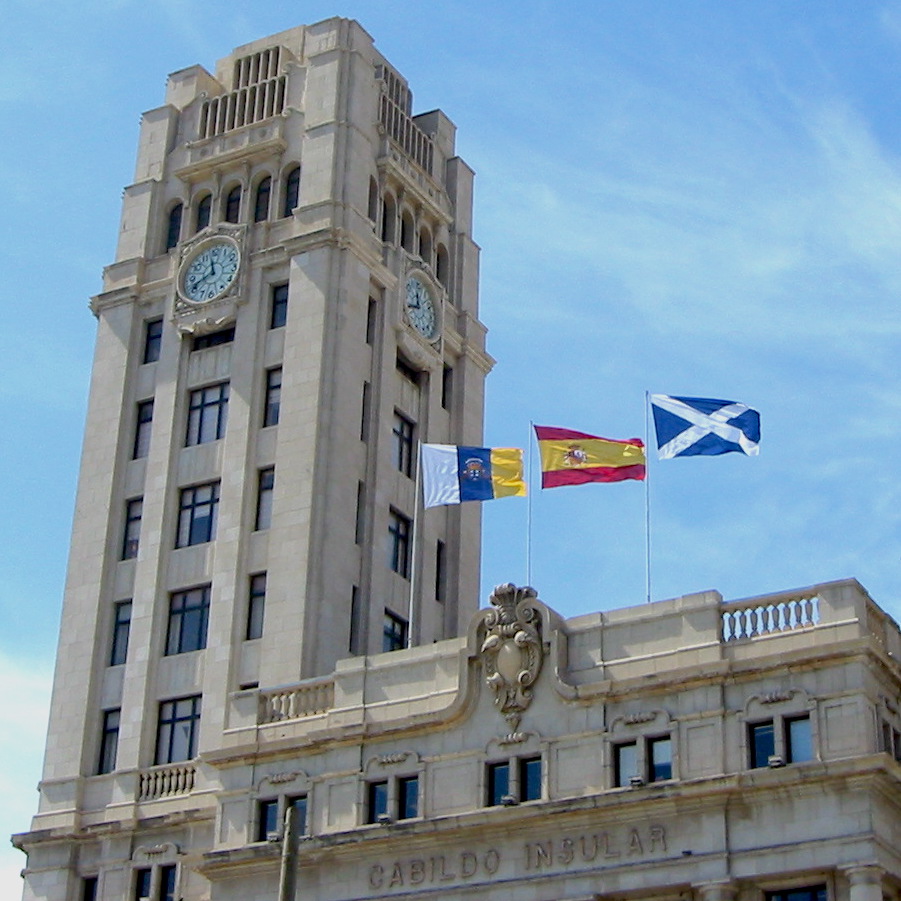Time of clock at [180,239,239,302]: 11:41
